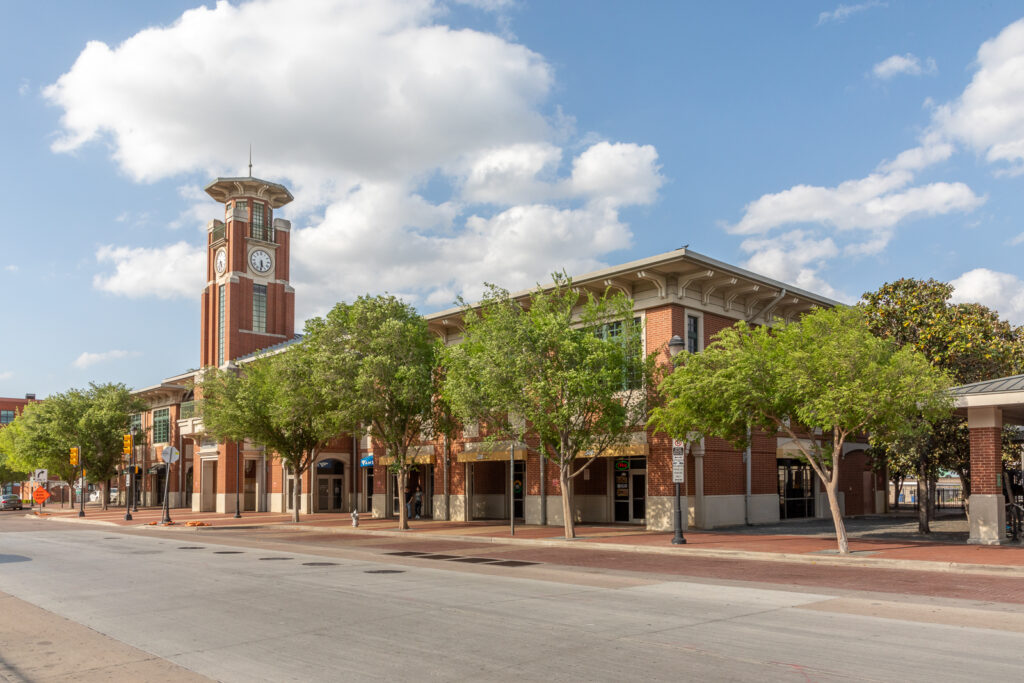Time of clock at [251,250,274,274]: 5:30
